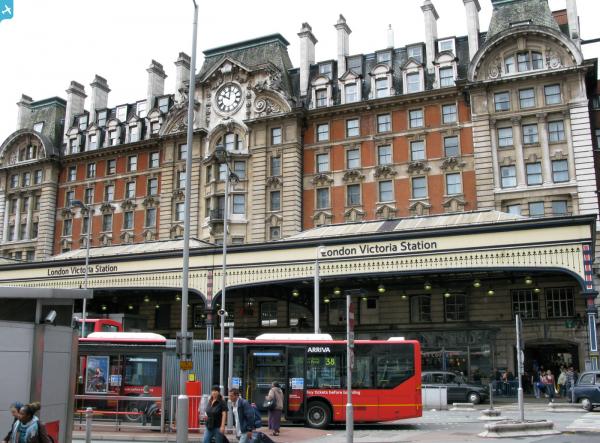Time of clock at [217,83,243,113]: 10:00
